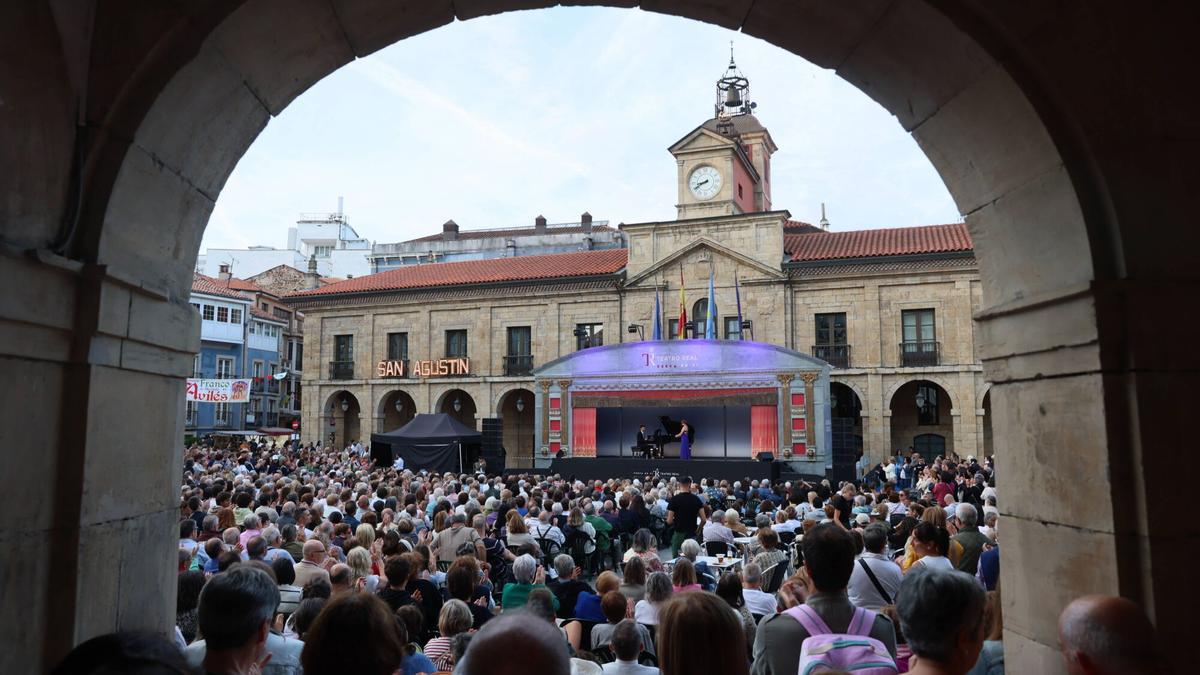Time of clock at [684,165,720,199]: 8:40
